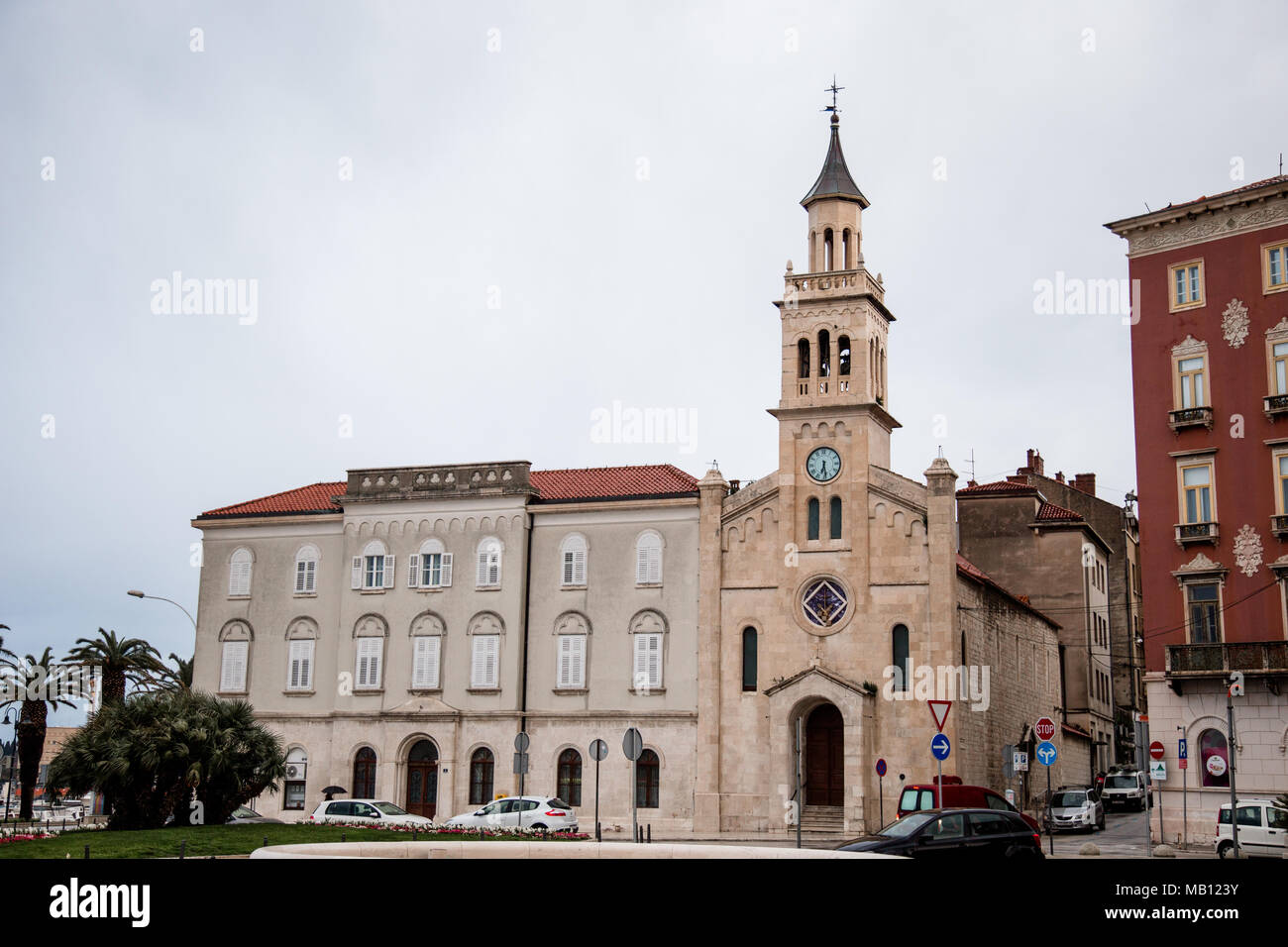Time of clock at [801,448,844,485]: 6:28
